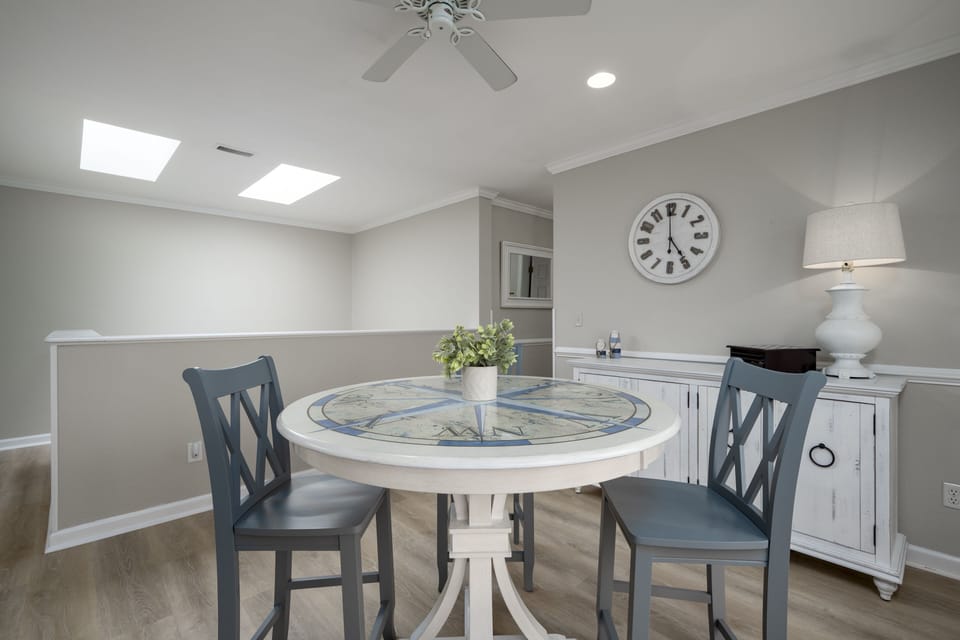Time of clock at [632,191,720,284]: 4:59
